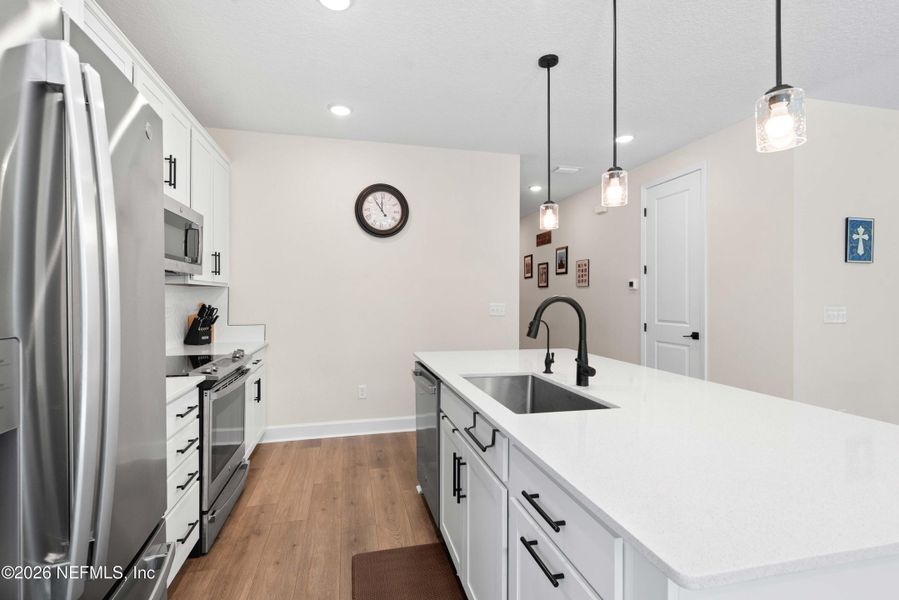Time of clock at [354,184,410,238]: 11:53
